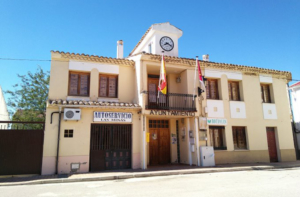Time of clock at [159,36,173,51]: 8:18
